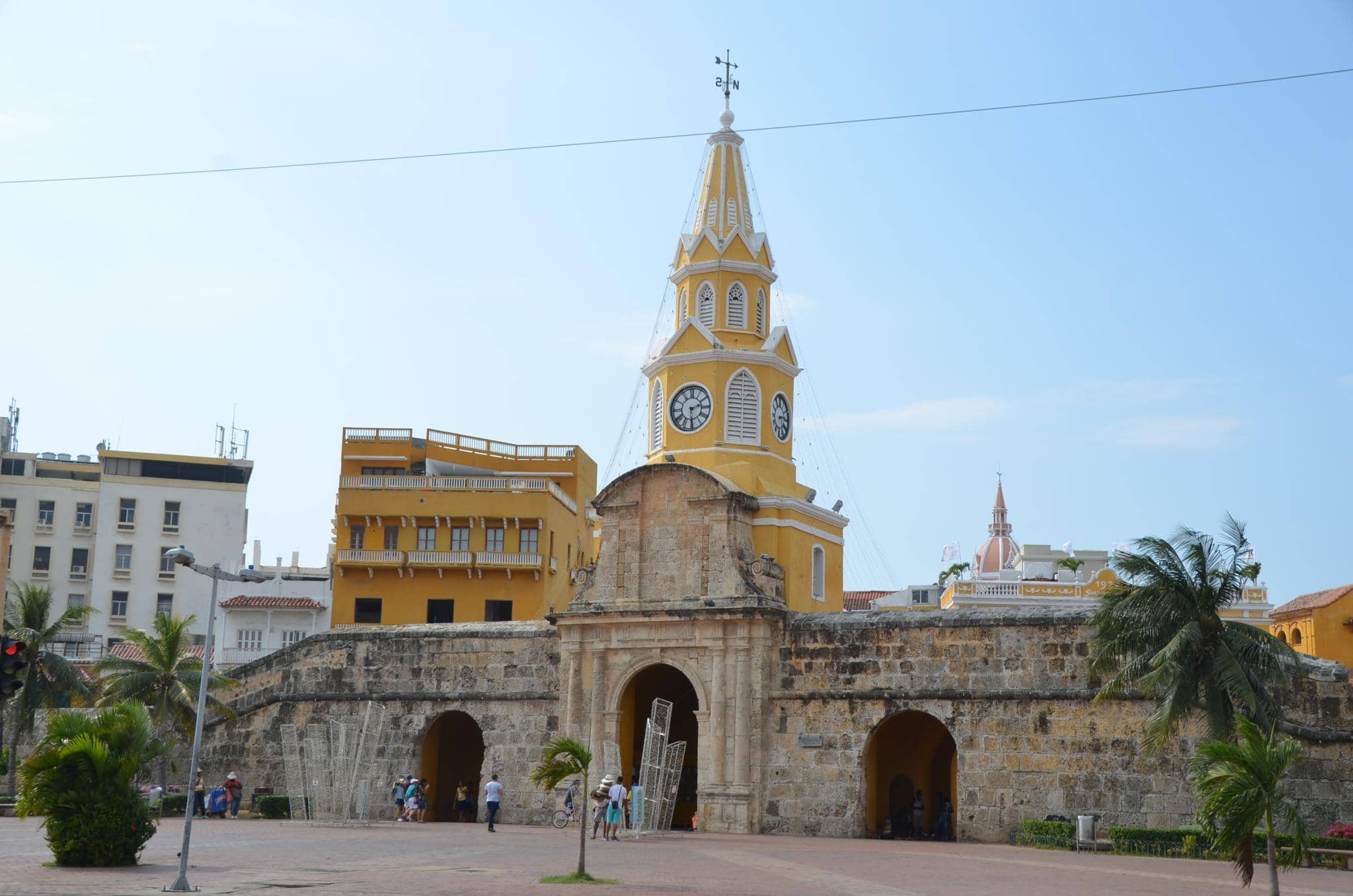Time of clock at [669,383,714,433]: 2:29
